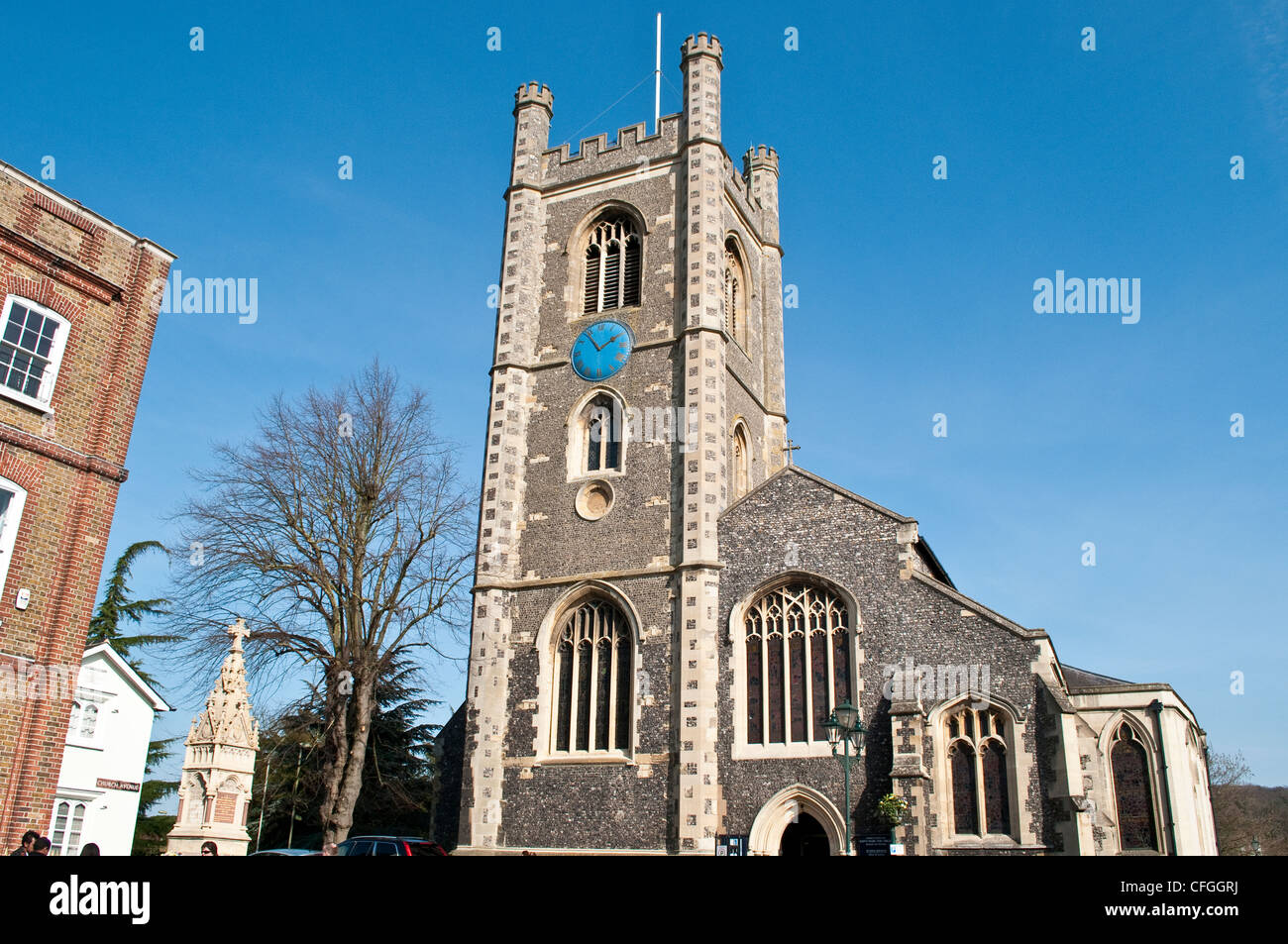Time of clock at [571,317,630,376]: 1:54
